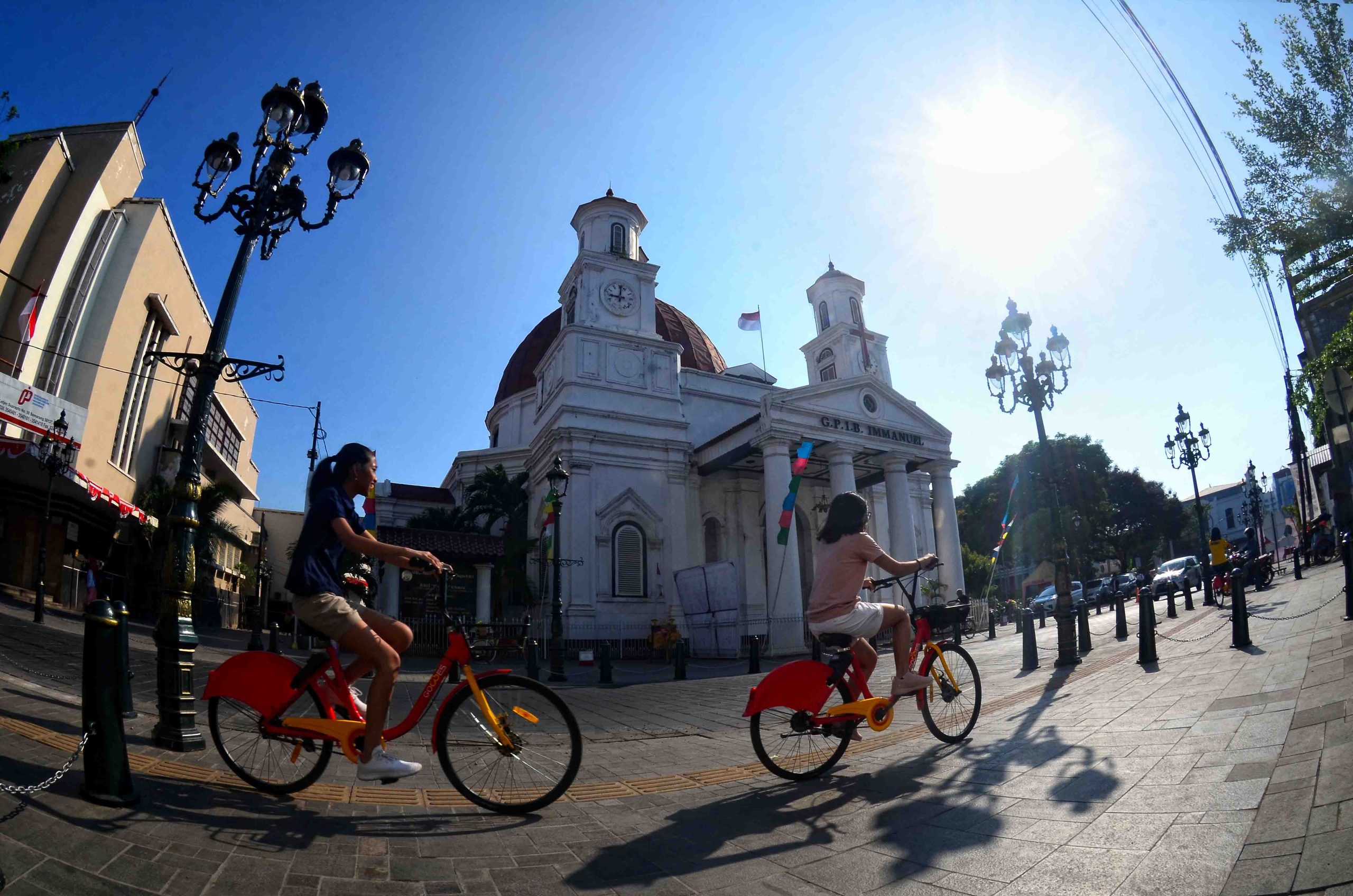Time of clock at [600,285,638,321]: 9:01
